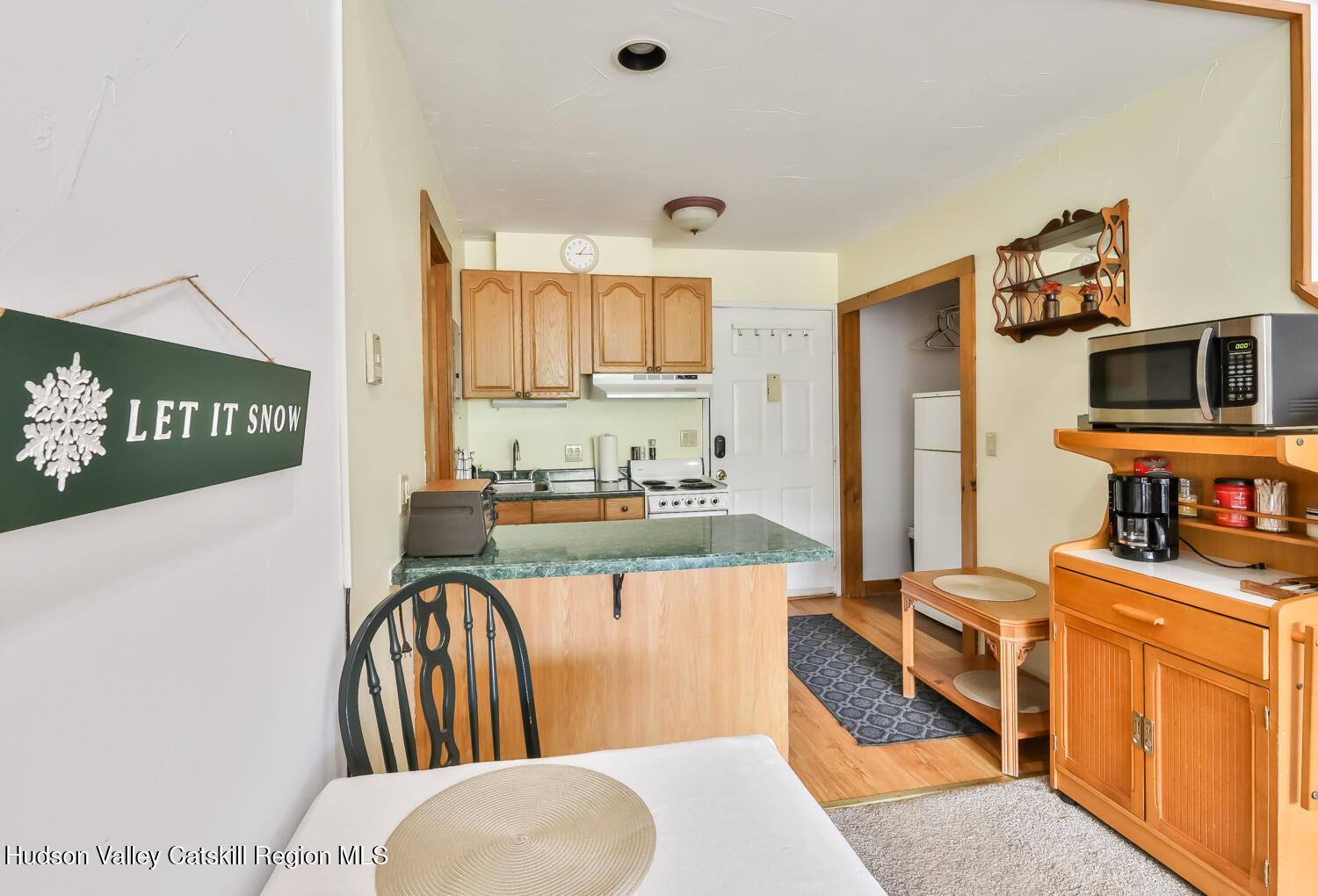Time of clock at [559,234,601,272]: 1:14
